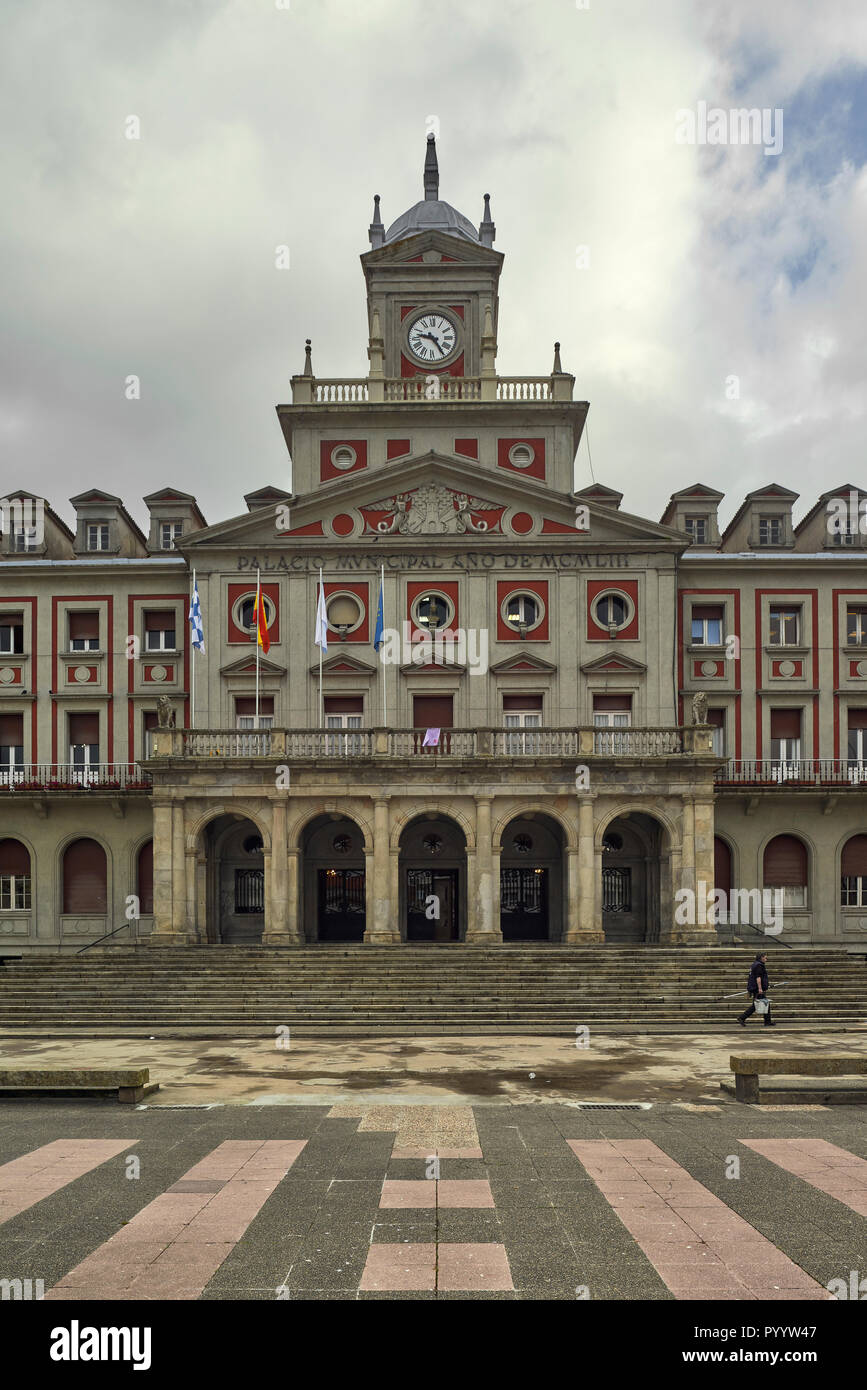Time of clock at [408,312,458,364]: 9:24
